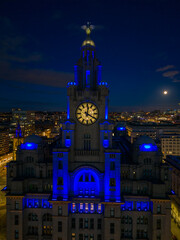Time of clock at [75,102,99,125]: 4:01
